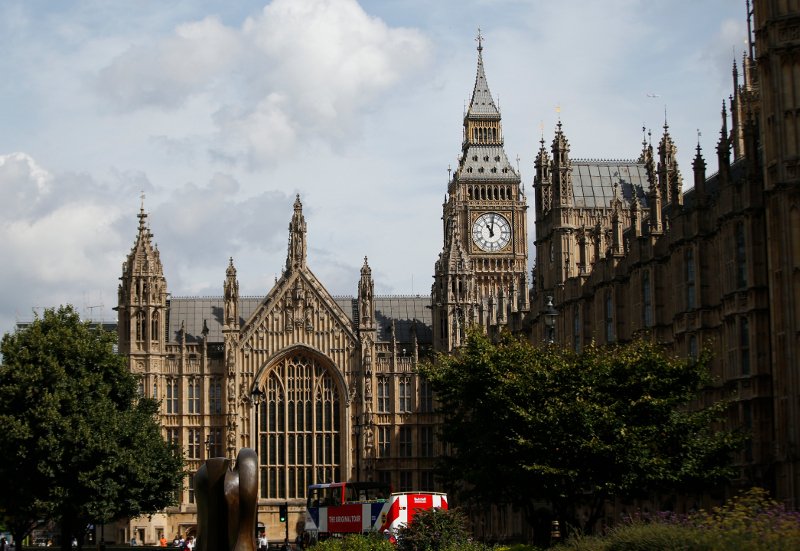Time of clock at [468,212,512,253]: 11:01
